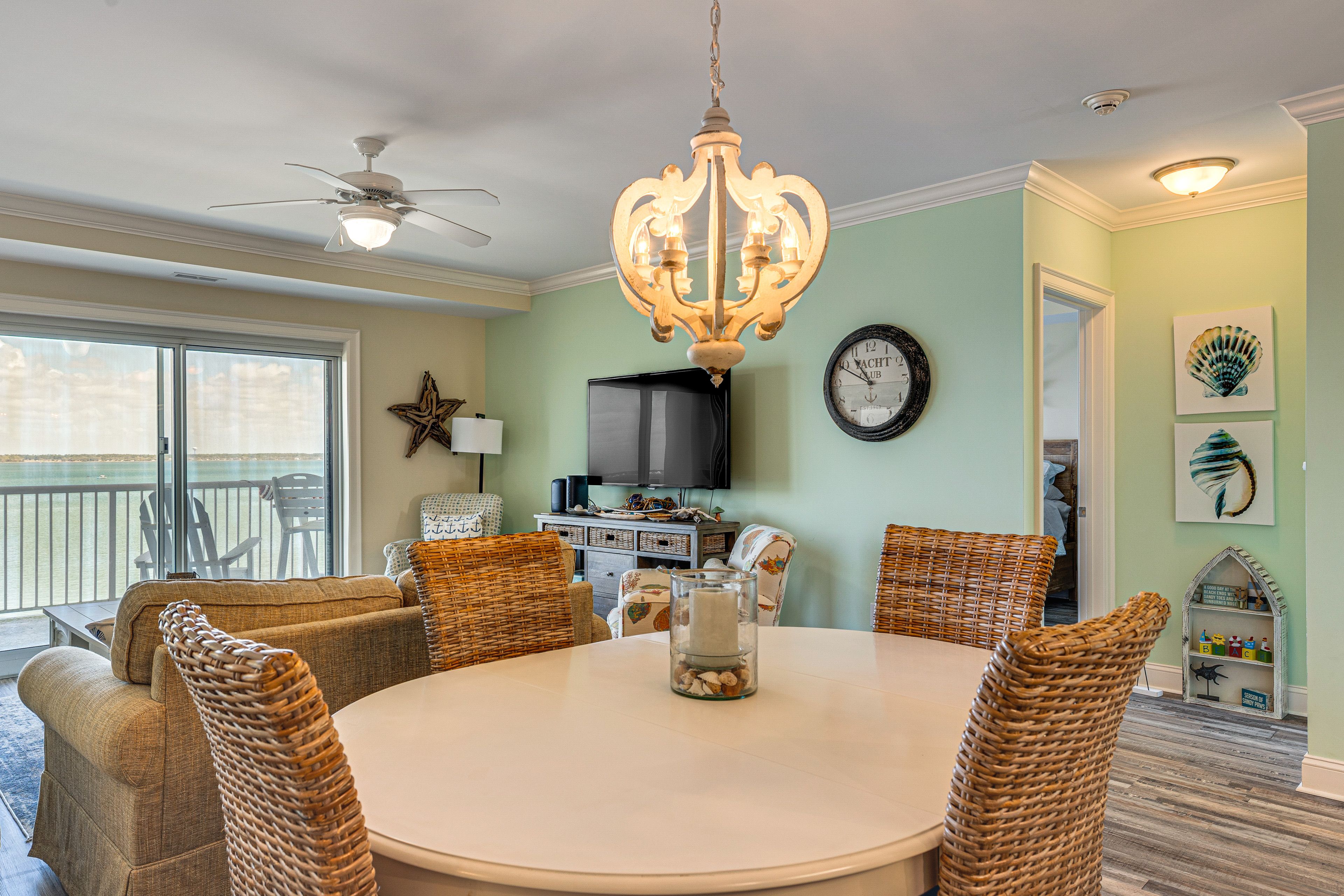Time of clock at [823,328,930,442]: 10:49
